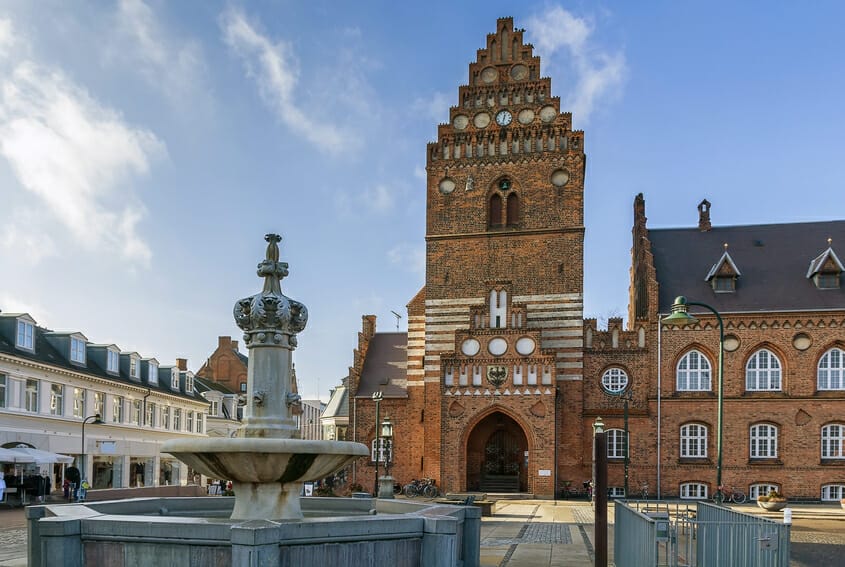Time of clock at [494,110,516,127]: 12:32
